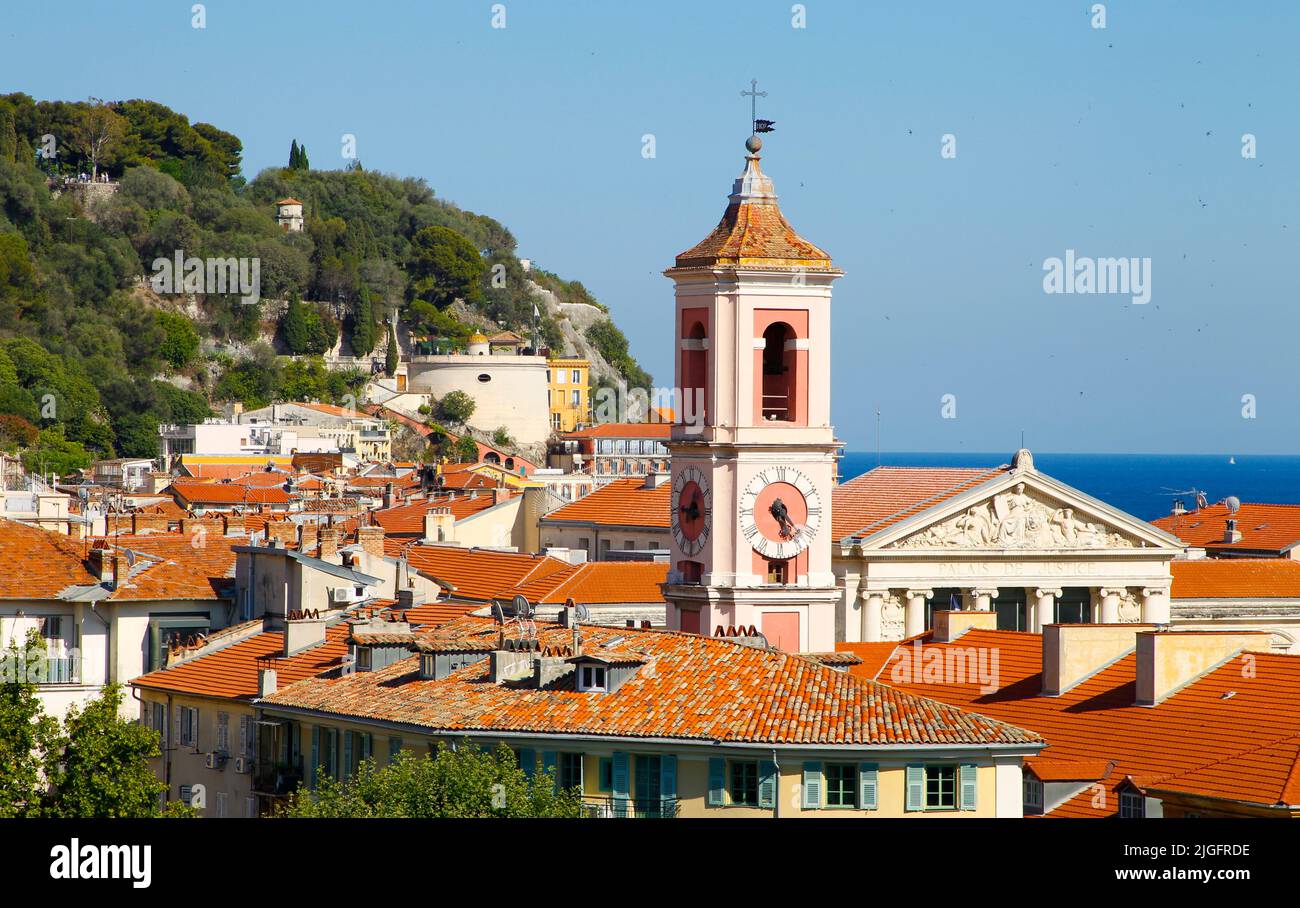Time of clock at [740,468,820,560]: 5:22
